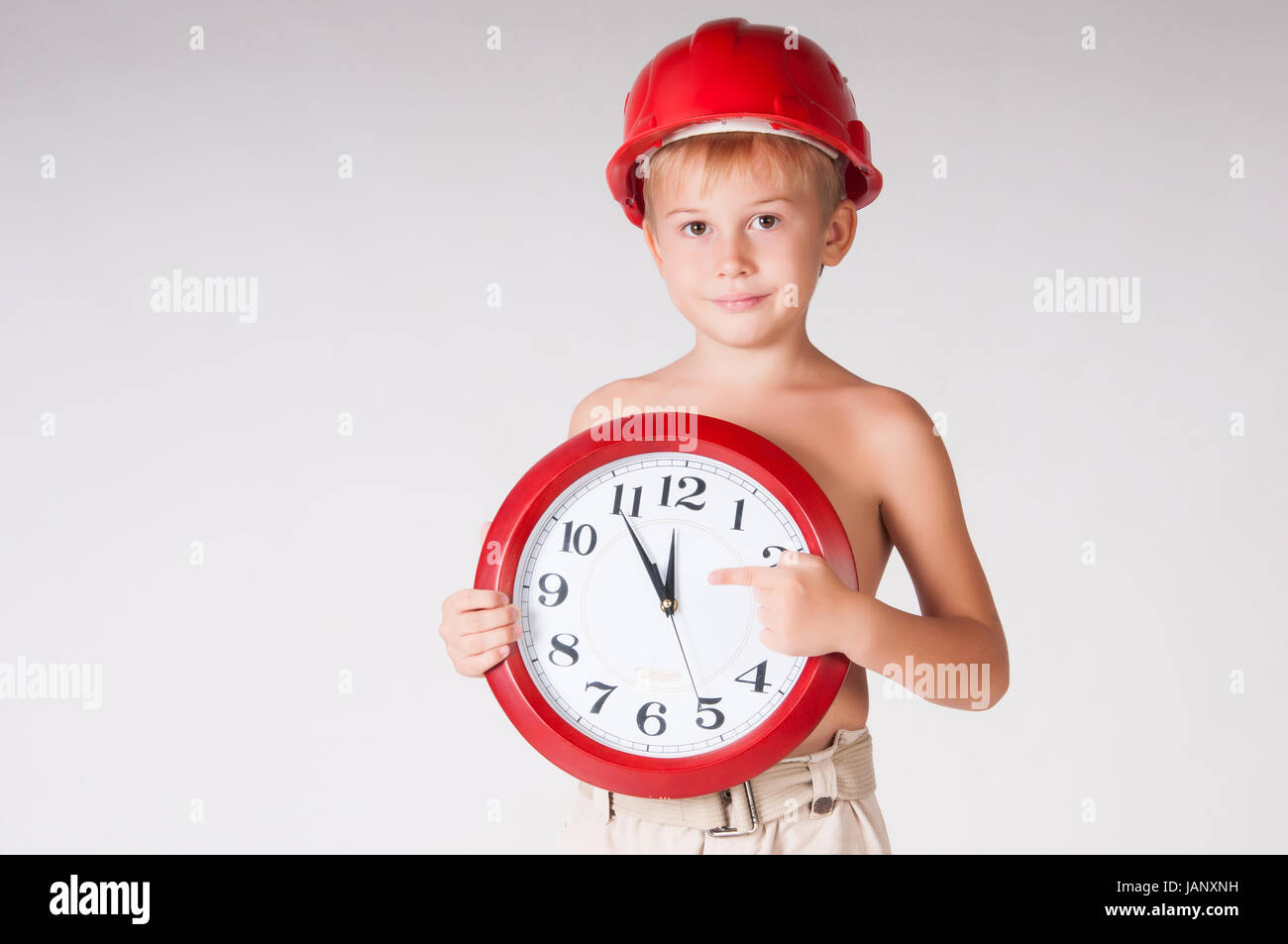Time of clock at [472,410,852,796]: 11:54
